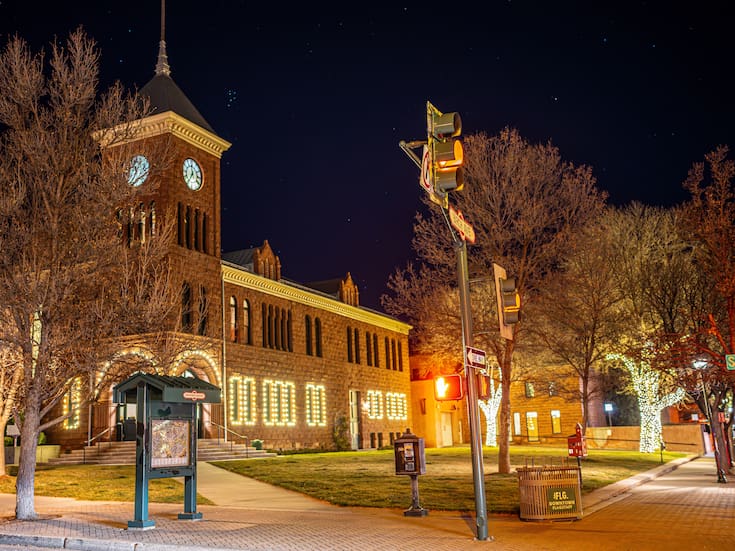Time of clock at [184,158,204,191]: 11:35
